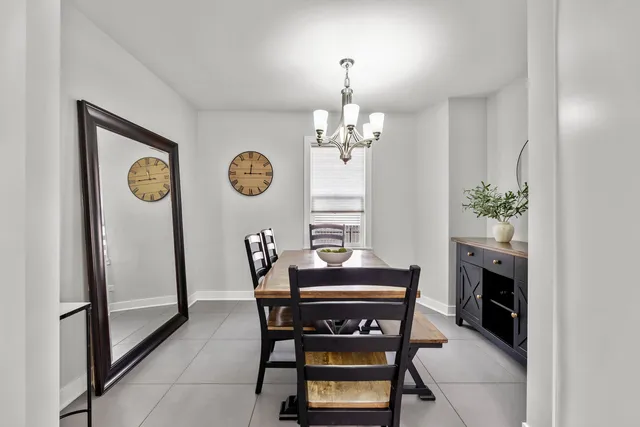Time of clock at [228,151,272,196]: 12:14
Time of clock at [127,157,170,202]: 11:45
